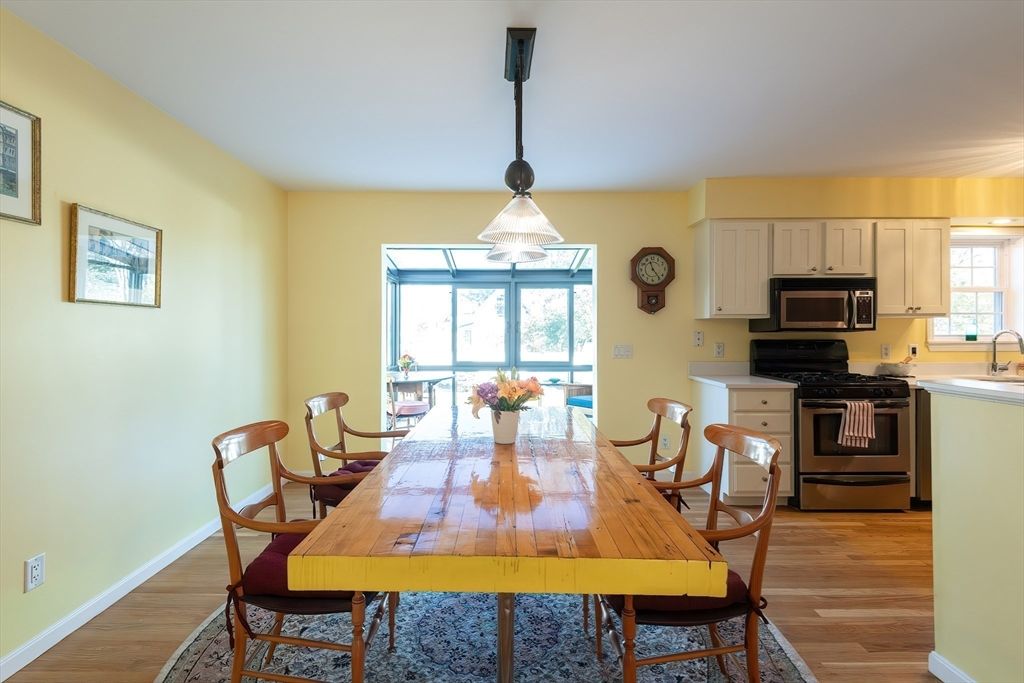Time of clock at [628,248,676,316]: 11:23
